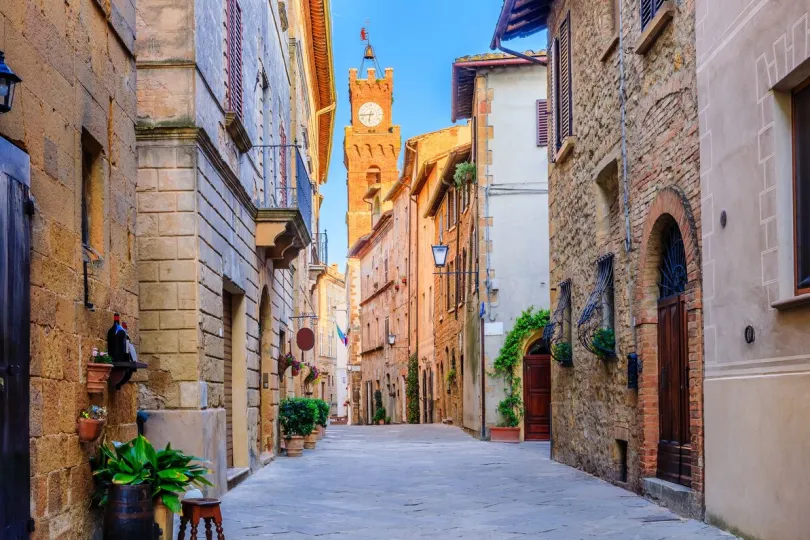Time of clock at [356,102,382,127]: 6:43
